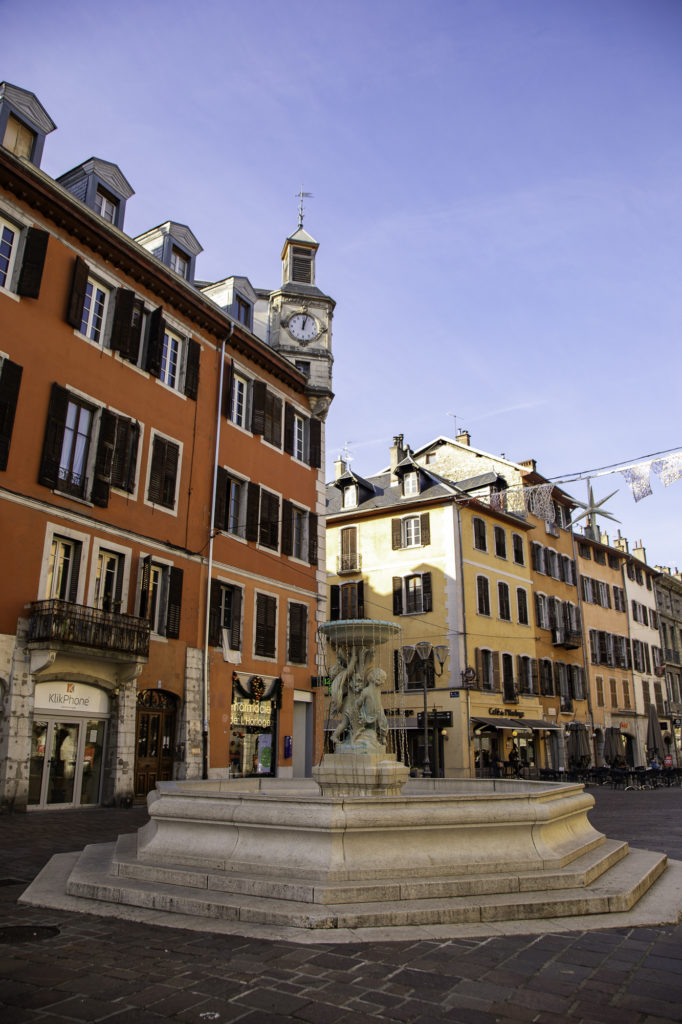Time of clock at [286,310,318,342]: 12:02
